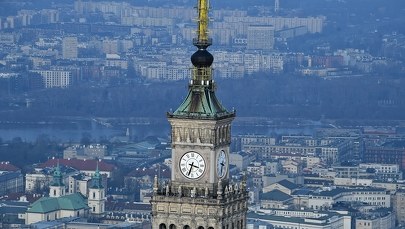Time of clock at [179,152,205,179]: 3:33
